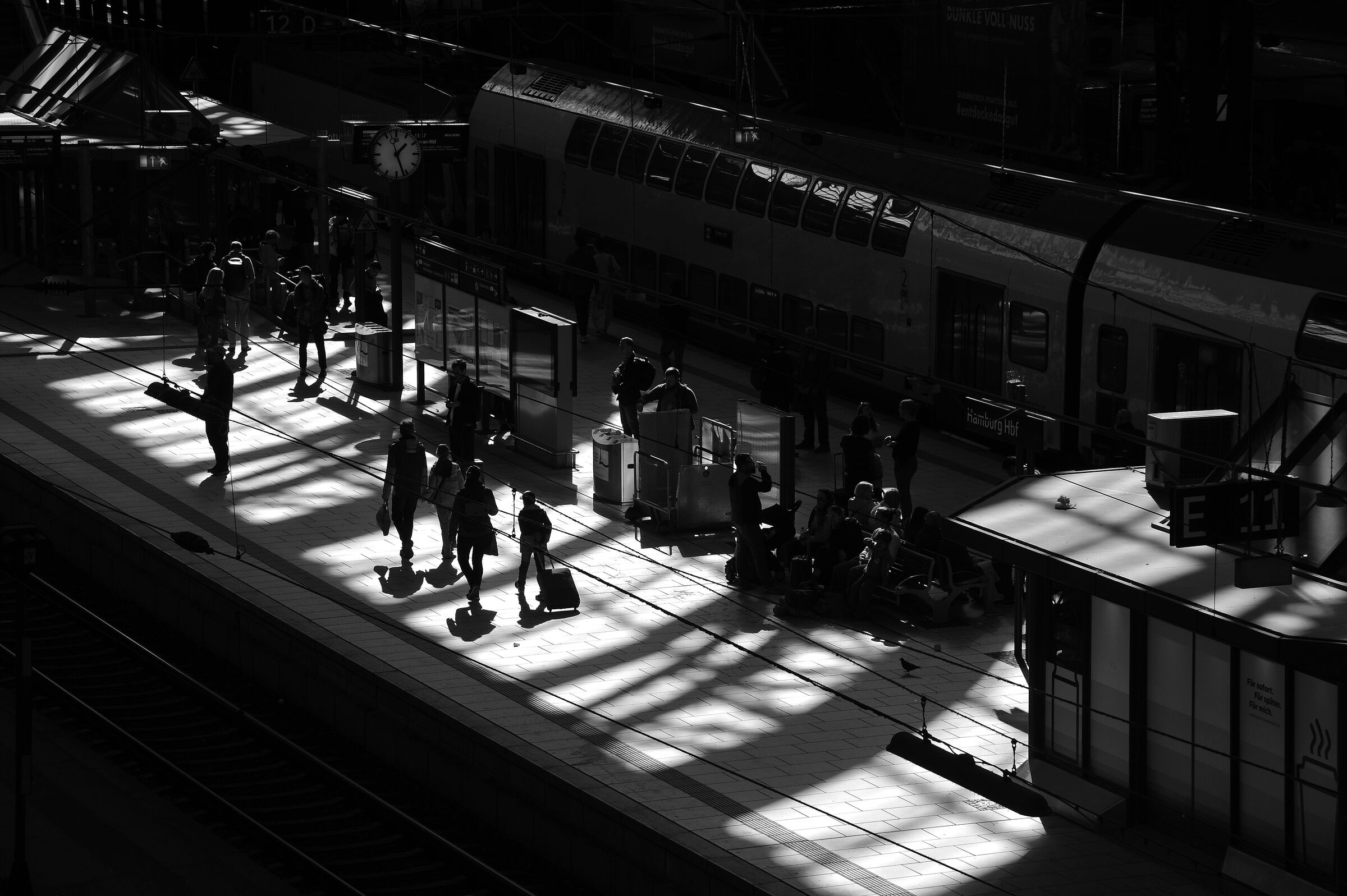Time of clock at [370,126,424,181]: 1:26
